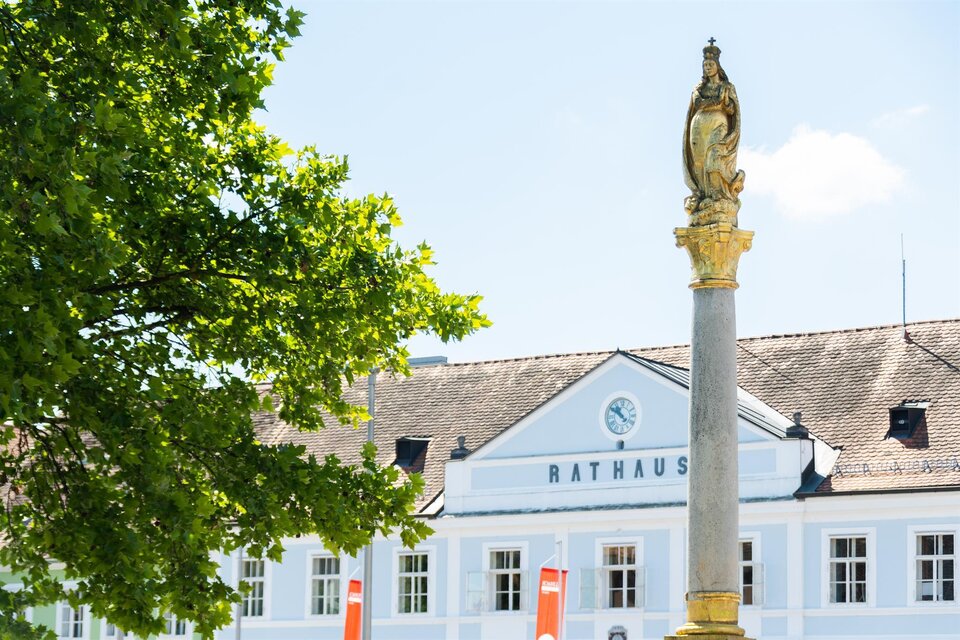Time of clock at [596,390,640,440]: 10:50
